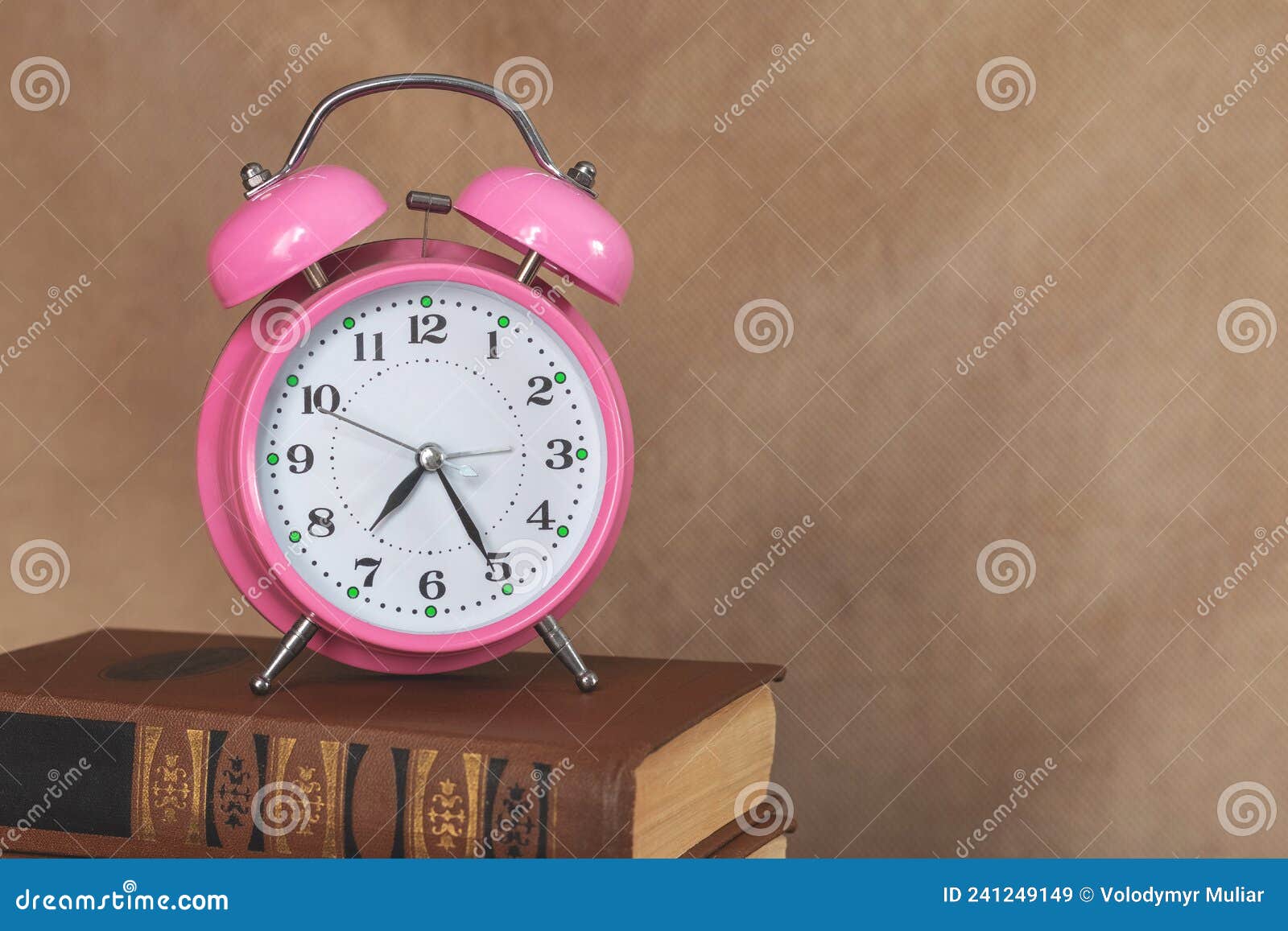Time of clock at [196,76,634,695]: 7:25
